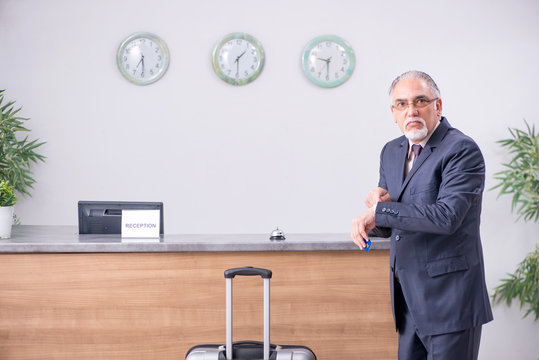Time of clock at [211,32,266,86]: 1:29
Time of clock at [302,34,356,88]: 9:29
